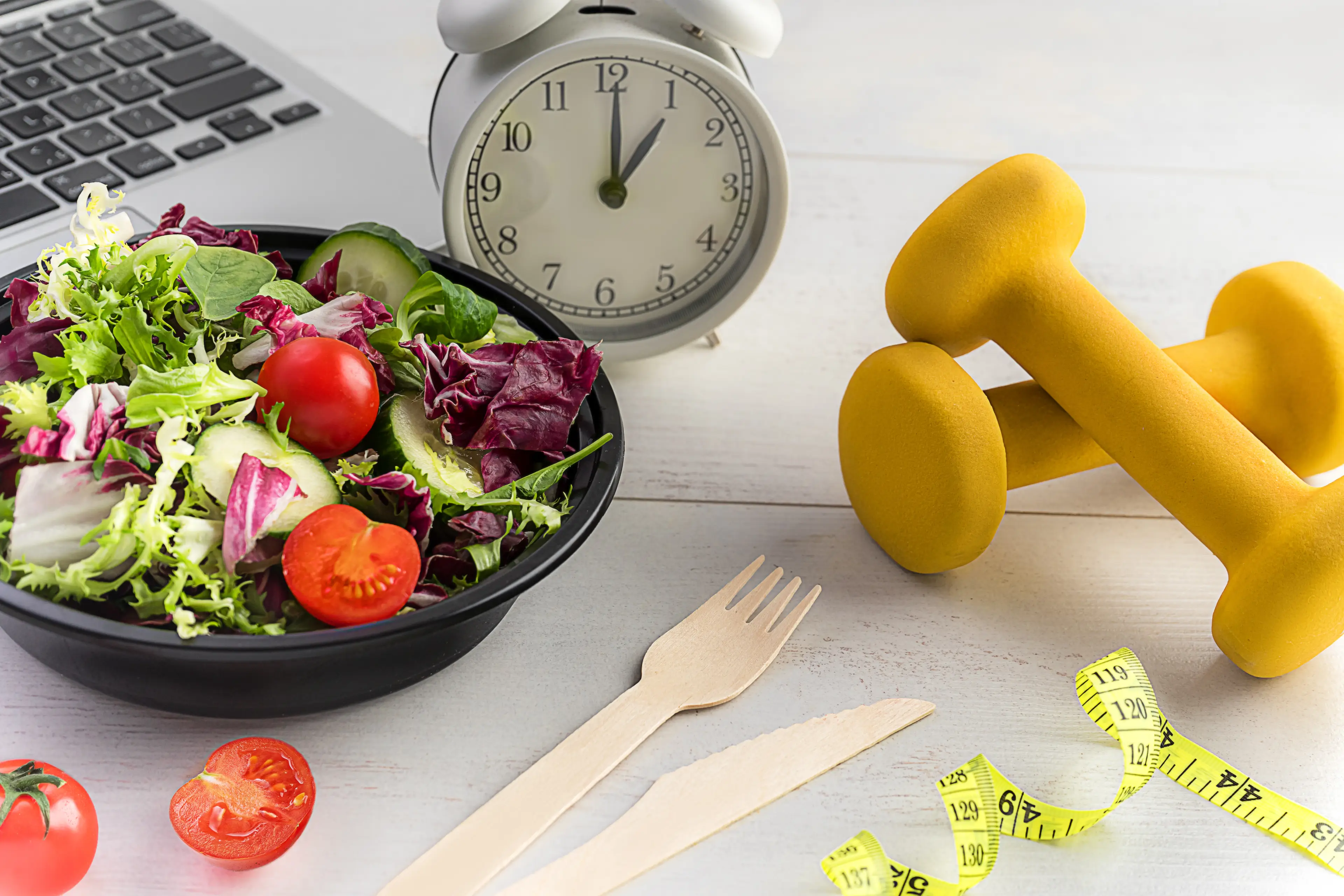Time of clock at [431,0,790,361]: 1:00
